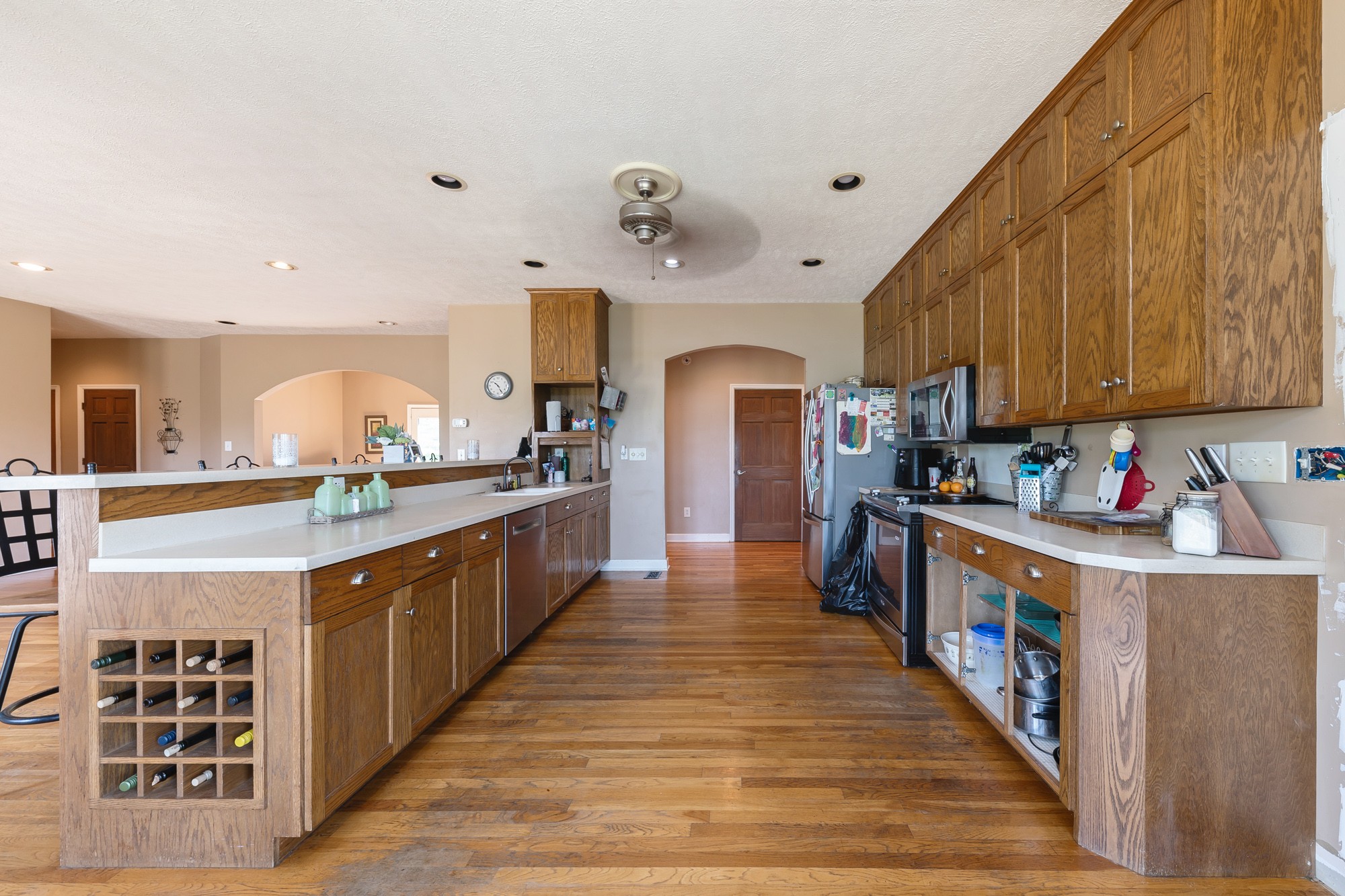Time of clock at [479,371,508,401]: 10:24
